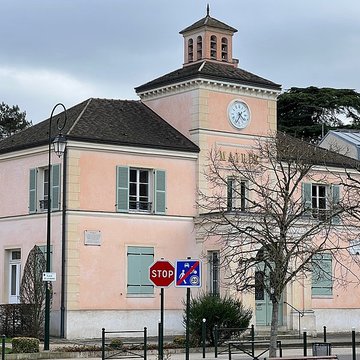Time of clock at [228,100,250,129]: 4:34
